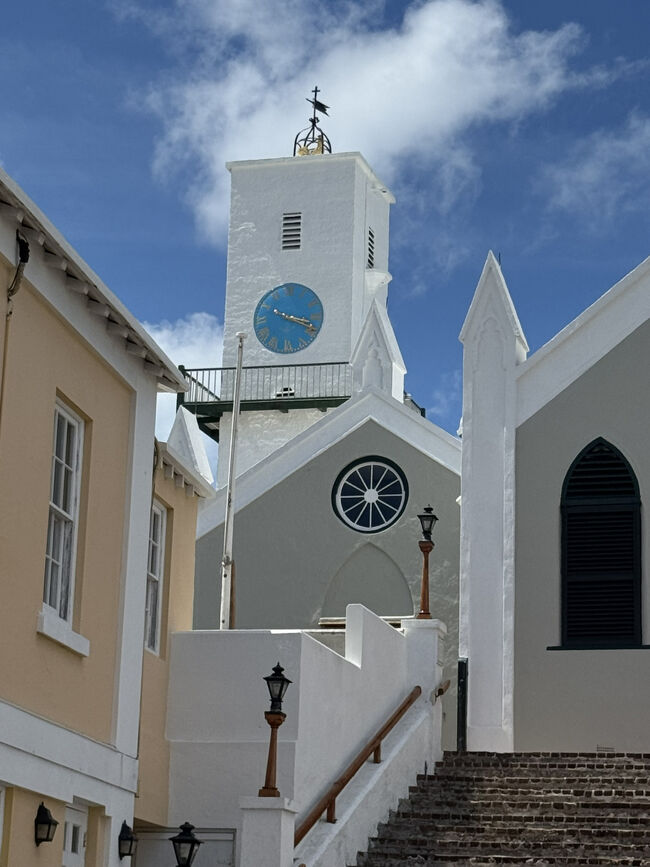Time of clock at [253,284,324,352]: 3:18
